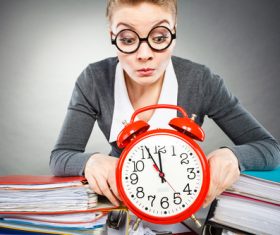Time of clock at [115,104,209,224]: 11:55
